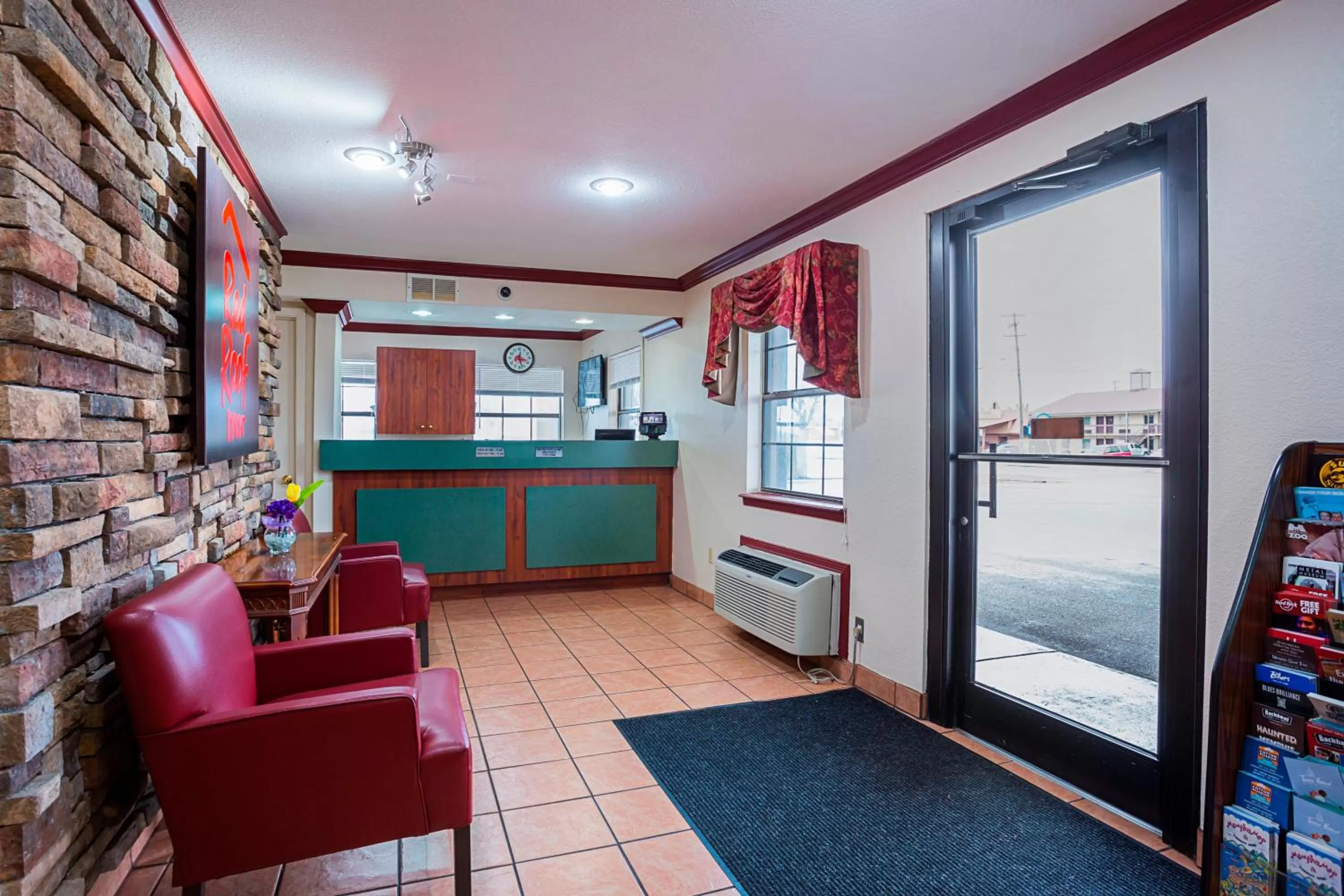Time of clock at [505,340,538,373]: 3:27
